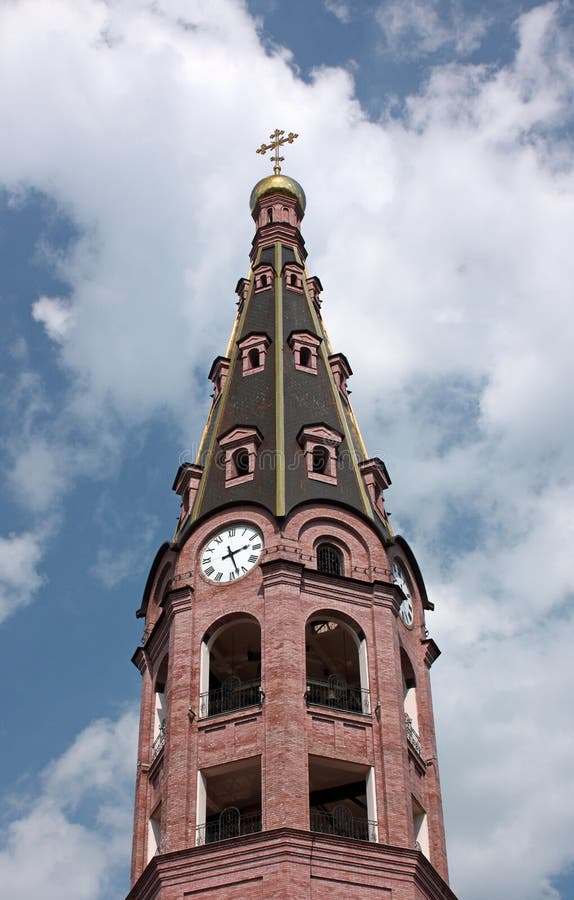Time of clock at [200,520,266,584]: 2:27
